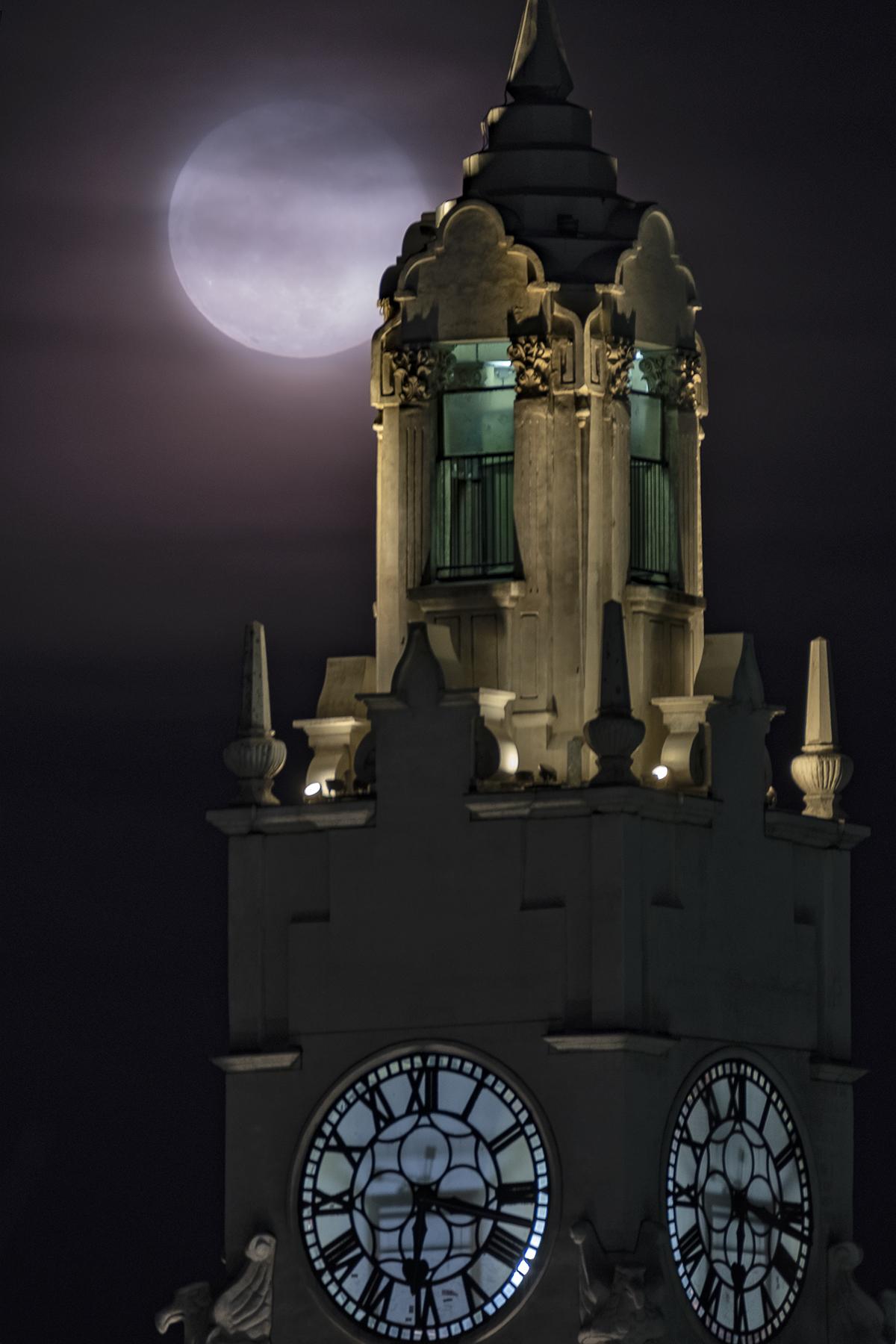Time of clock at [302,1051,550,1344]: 6:17
